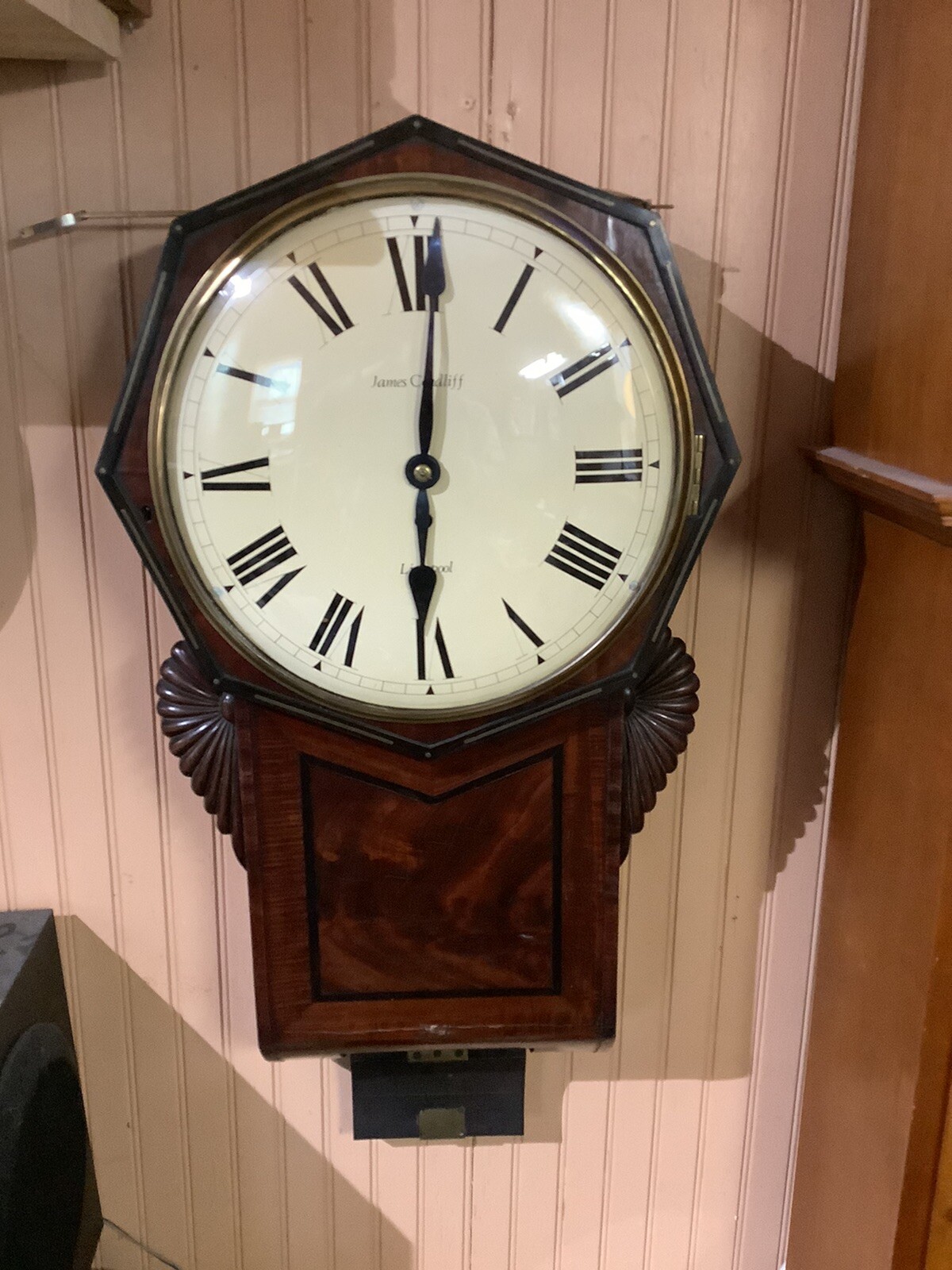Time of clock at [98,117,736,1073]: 6:00
